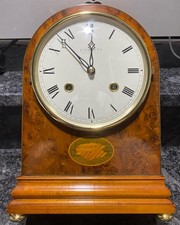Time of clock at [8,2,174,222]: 11:52
